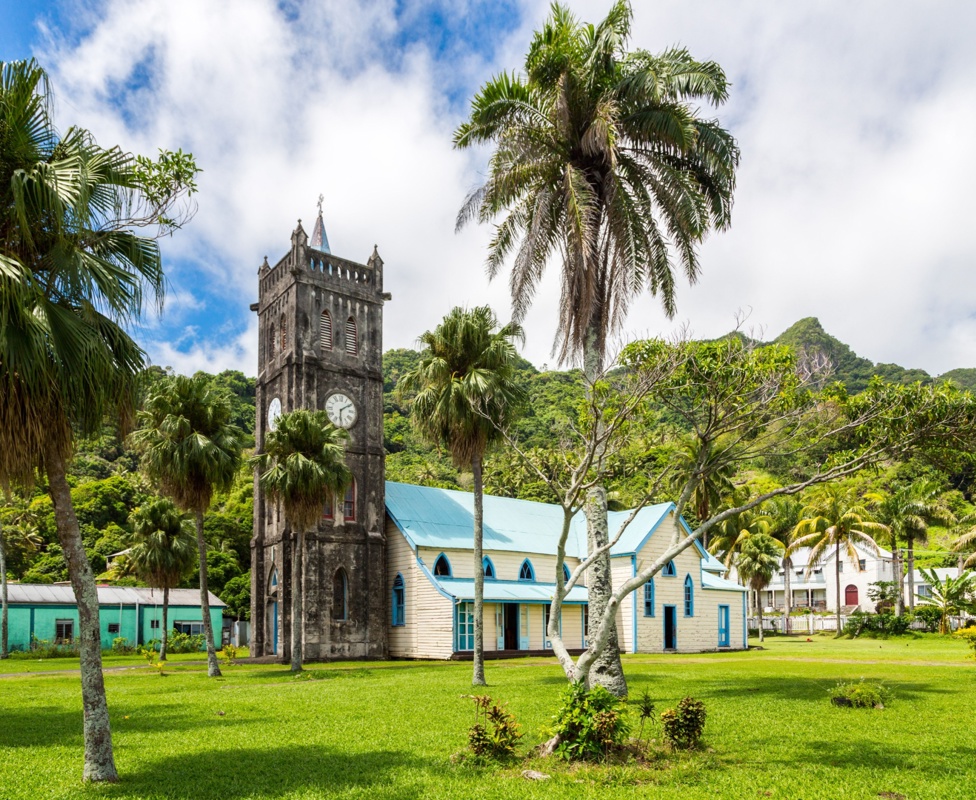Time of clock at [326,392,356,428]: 6:09
